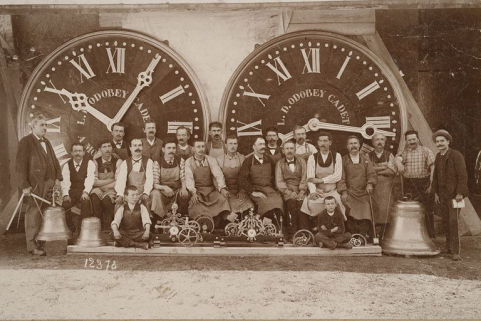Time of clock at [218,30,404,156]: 8:16
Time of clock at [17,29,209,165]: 10:05
